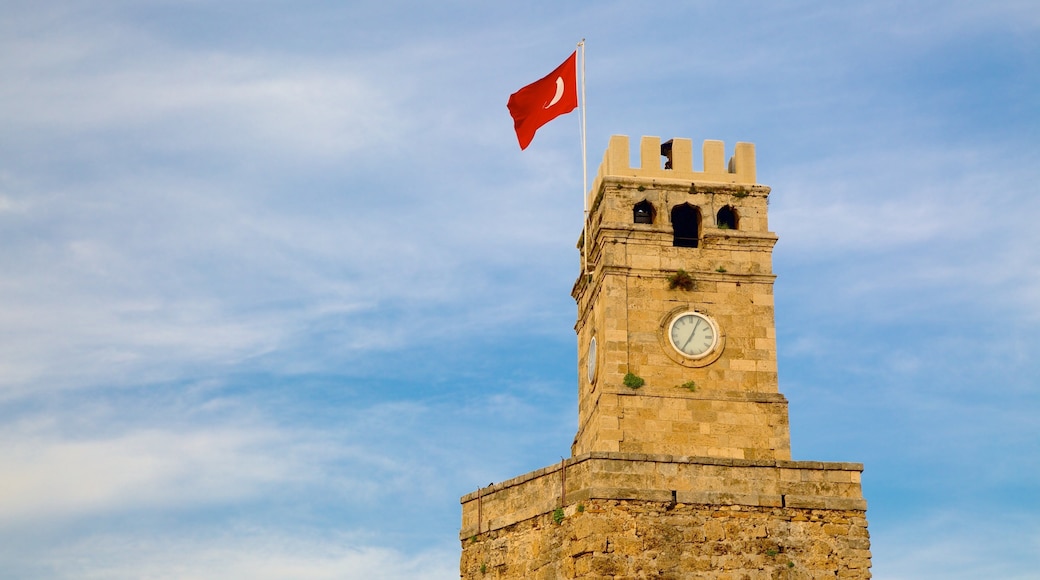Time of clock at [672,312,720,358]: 7:04
